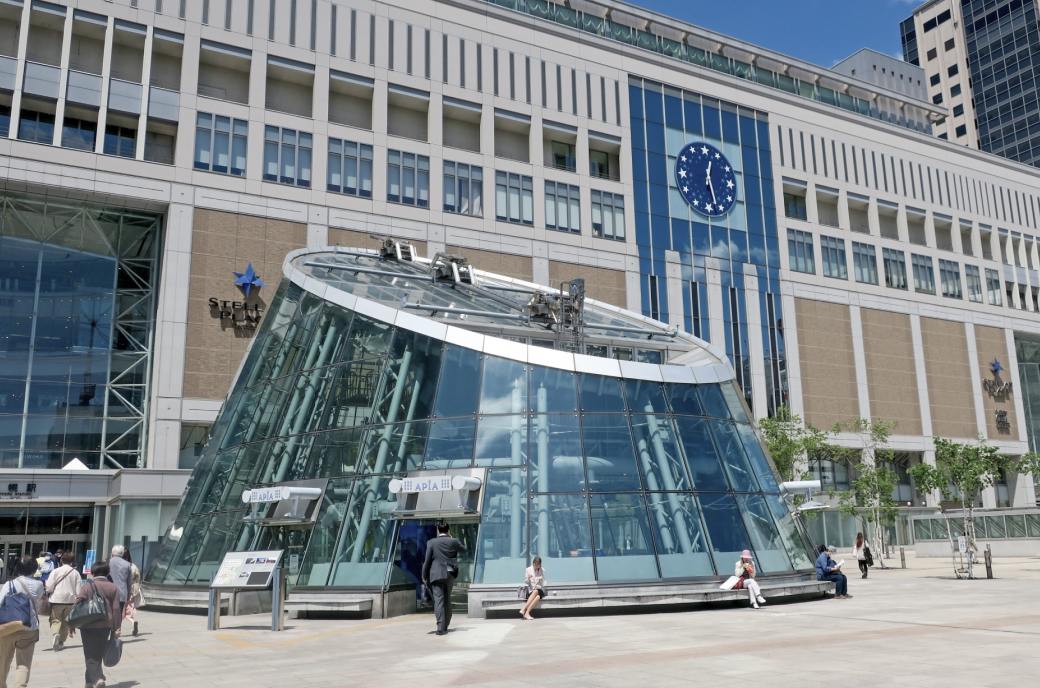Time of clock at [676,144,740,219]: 12:27
